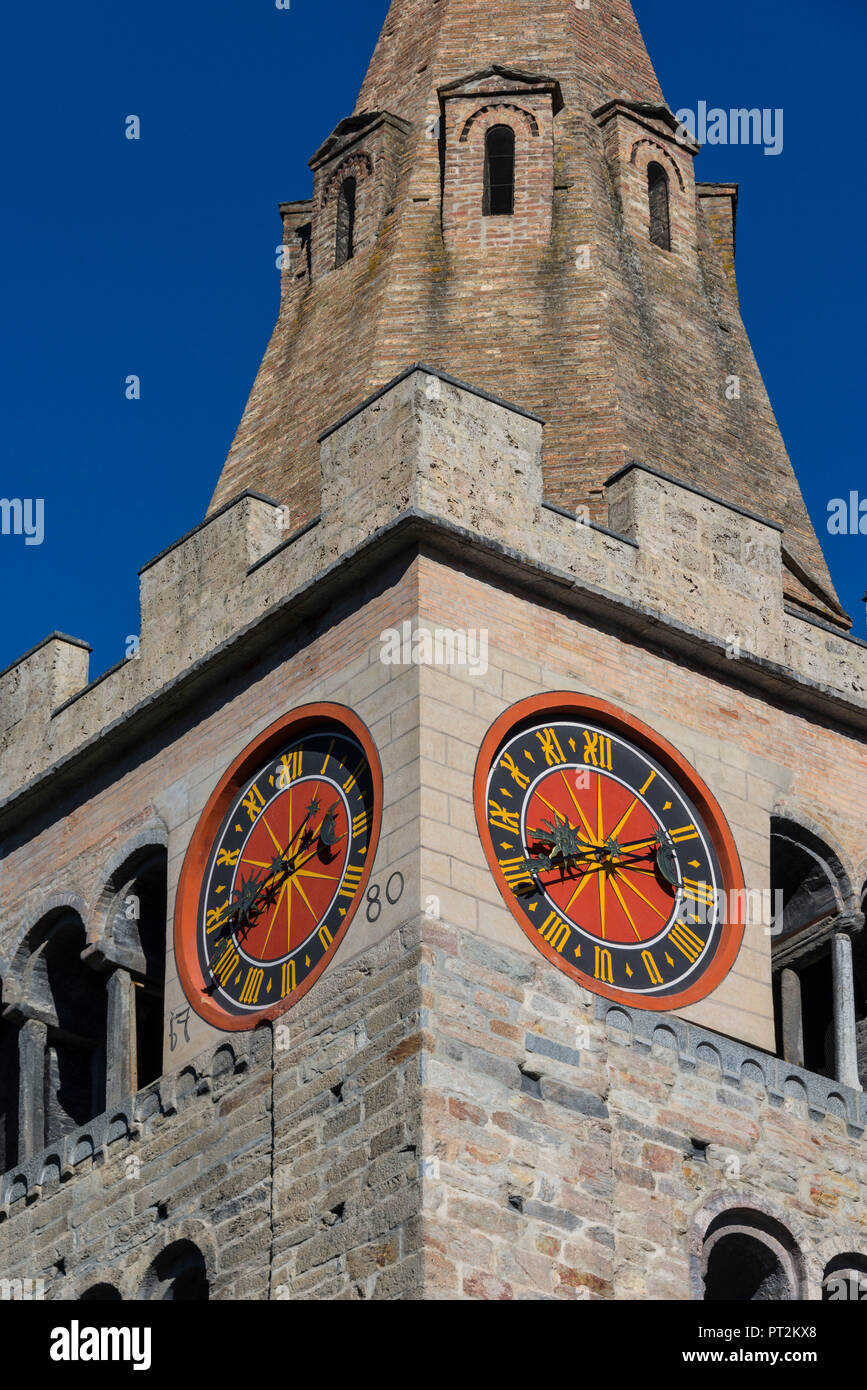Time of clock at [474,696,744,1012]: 2:42
